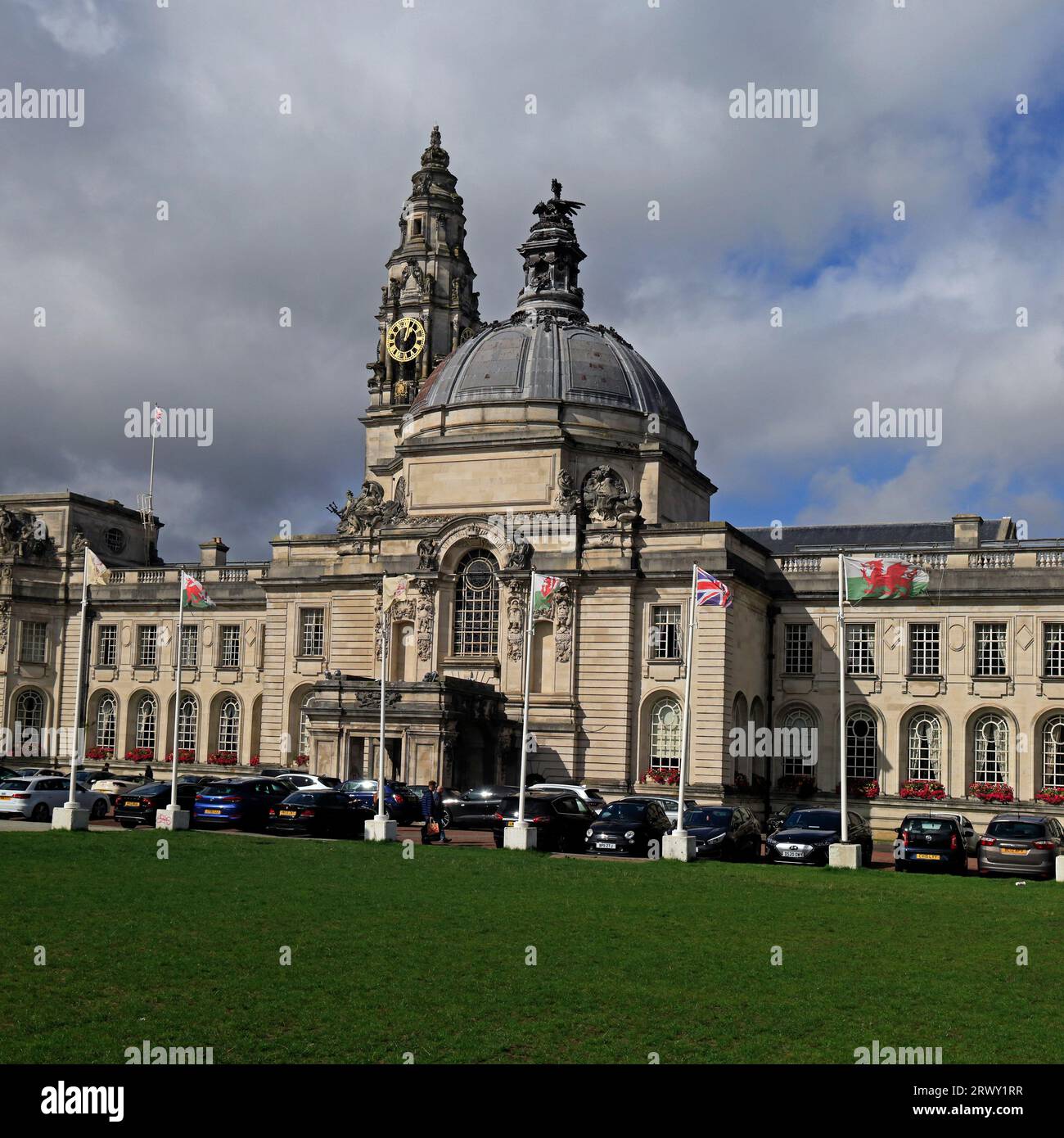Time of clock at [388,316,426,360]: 1:02
